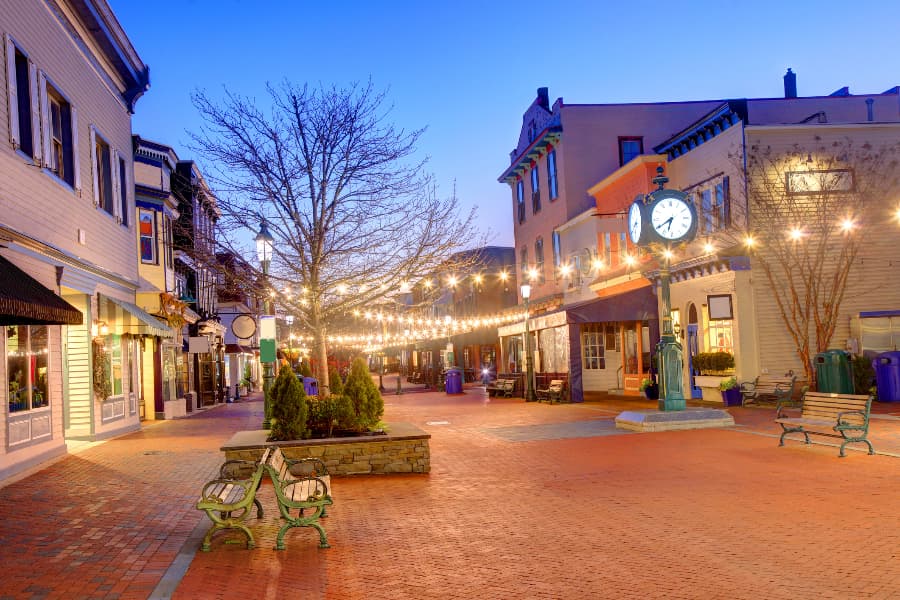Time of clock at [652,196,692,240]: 6:39
